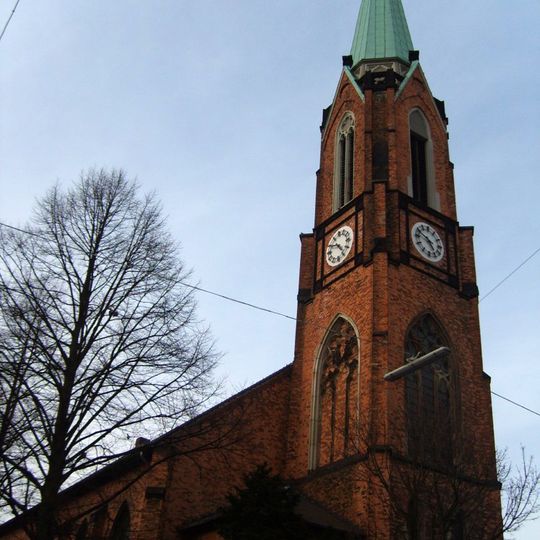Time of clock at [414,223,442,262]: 4:49
